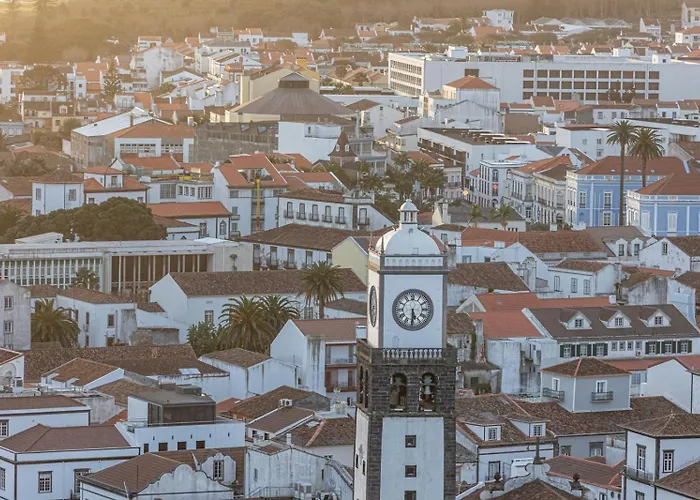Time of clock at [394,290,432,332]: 5:30
